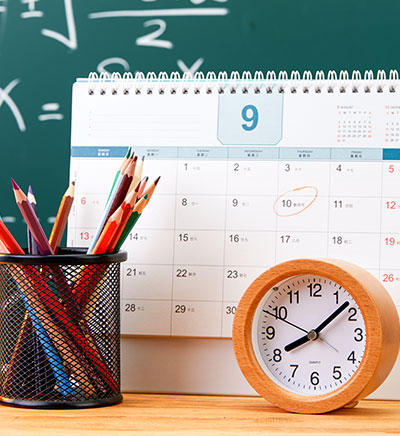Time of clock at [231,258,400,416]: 8:07
